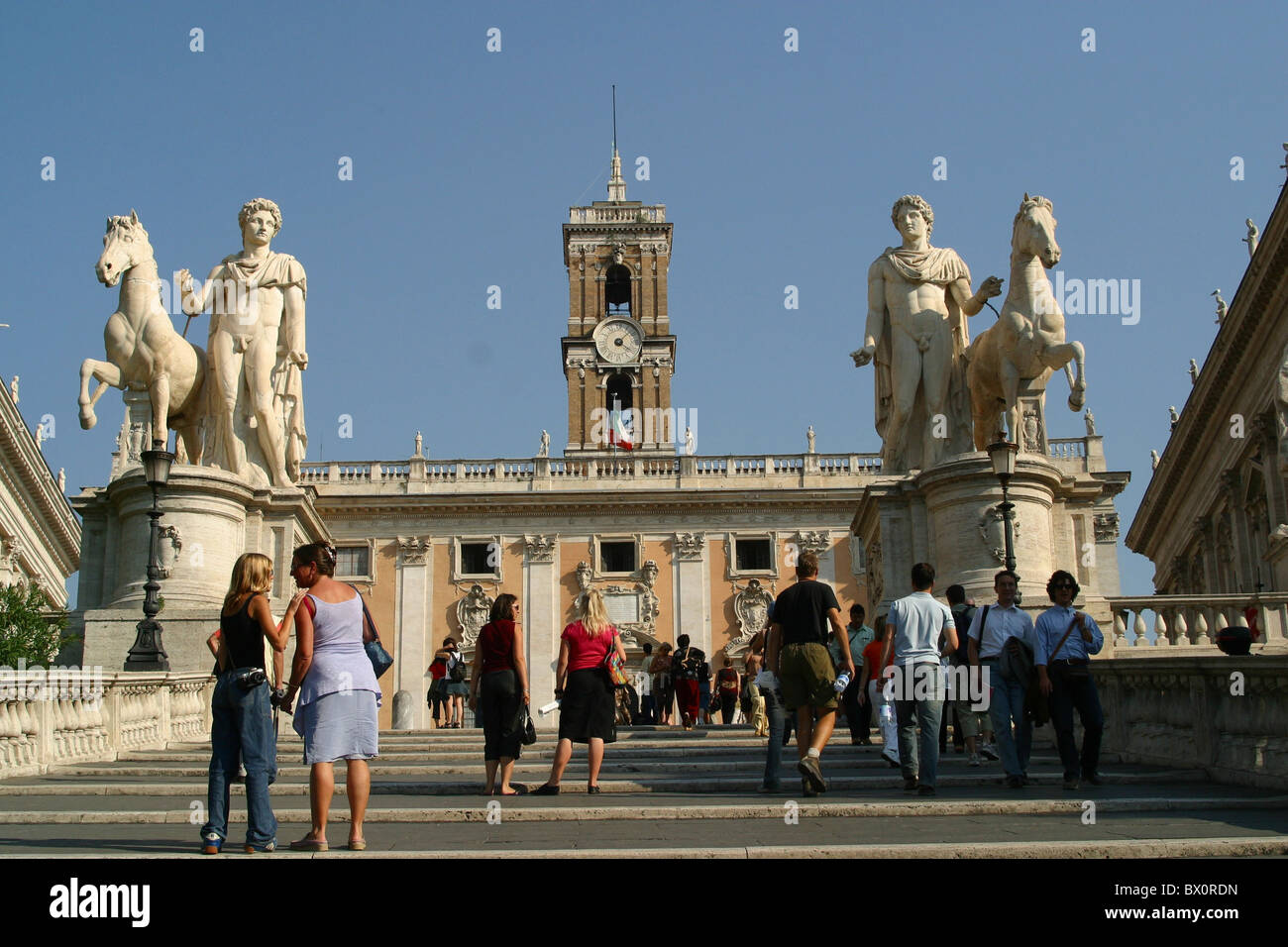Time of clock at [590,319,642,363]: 4:07
